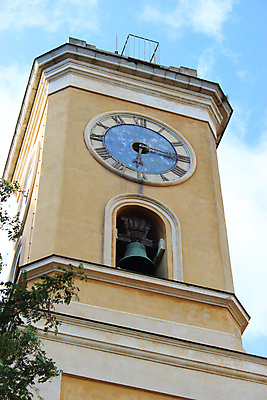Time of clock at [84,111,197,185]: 6:15
